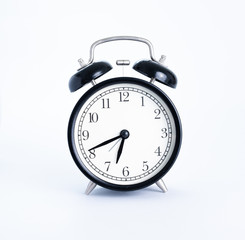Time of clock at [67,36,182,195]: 6:41
